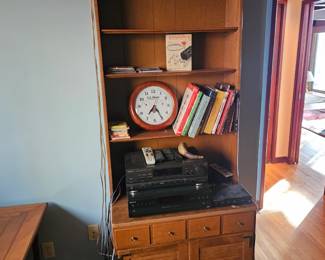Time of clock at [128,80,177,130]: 7:24
